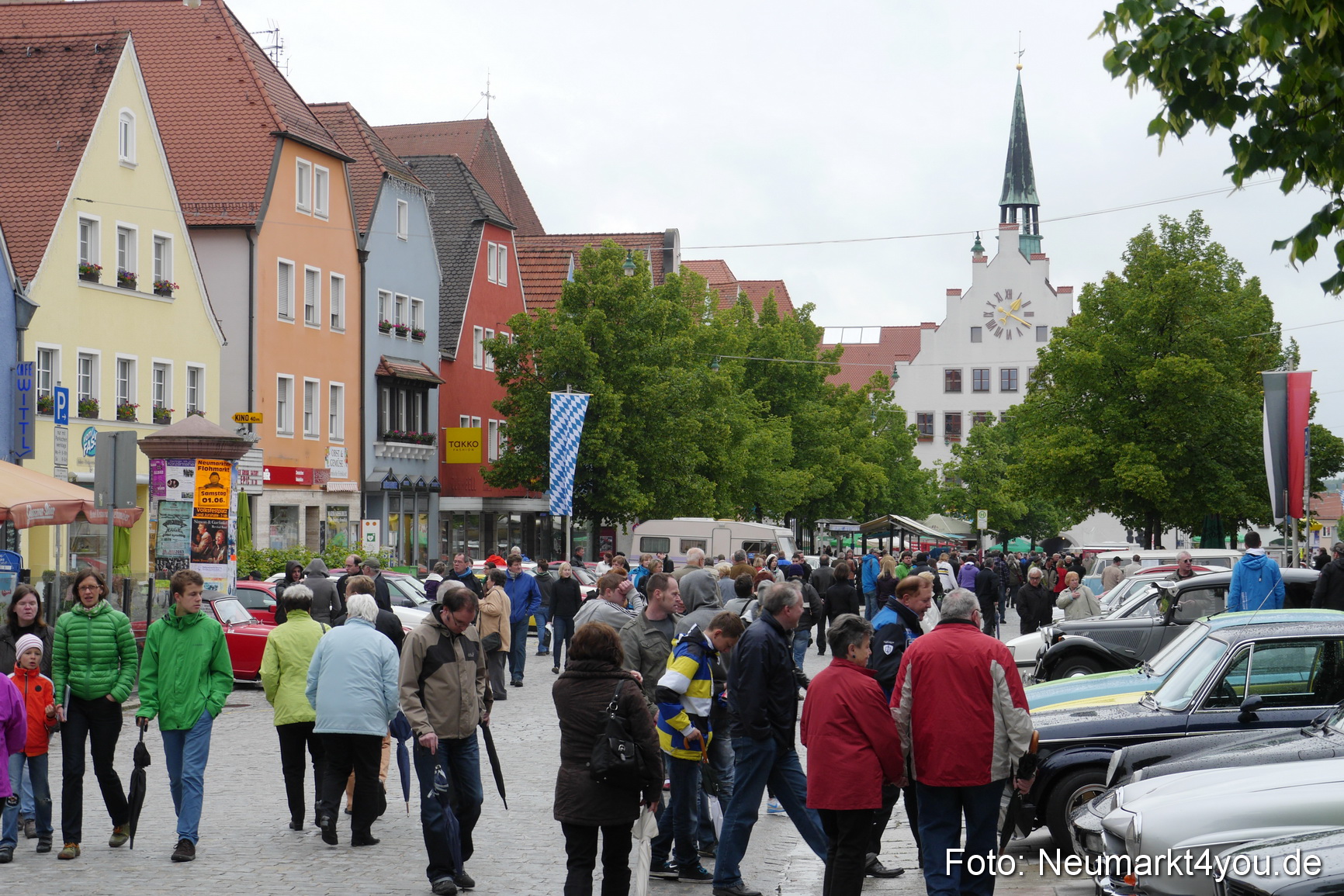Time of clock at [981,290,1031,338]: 1:19
